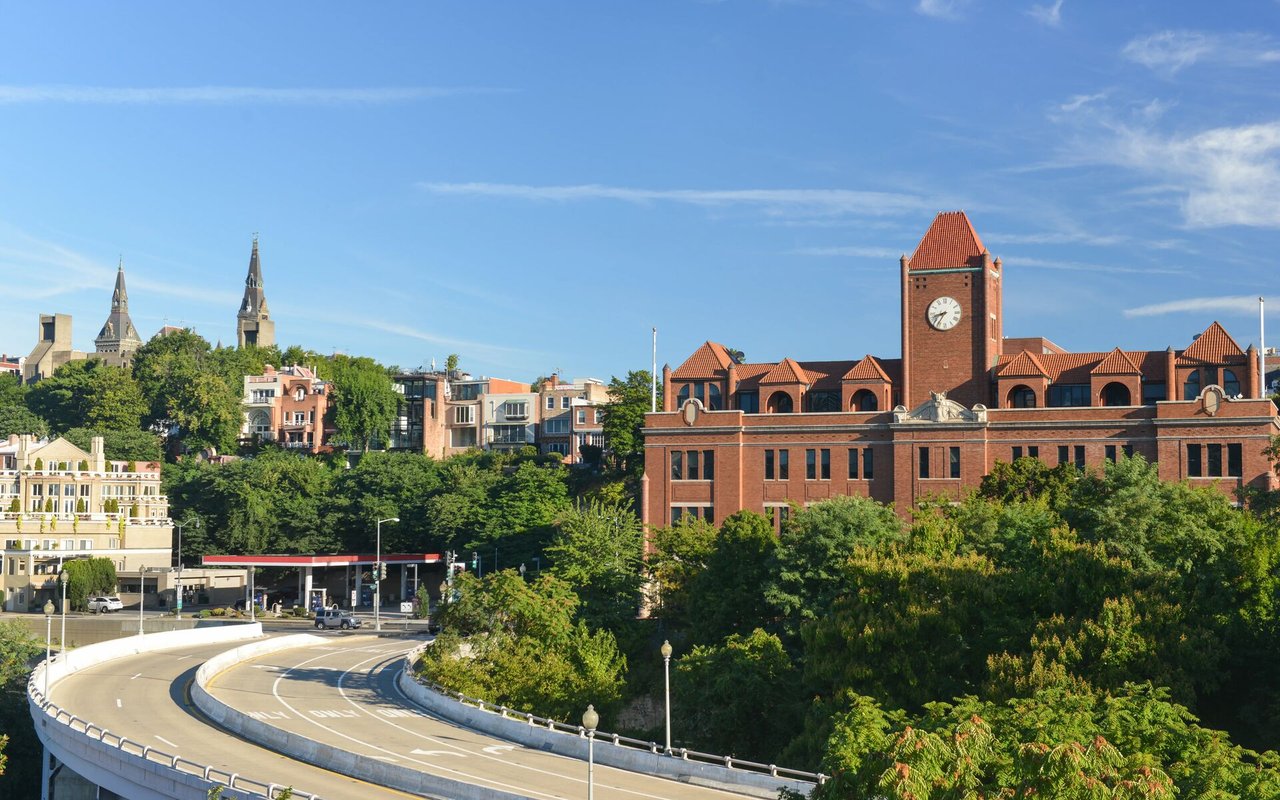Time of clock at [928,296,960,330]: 8:35
